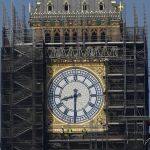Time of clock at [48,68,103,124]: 8:30
